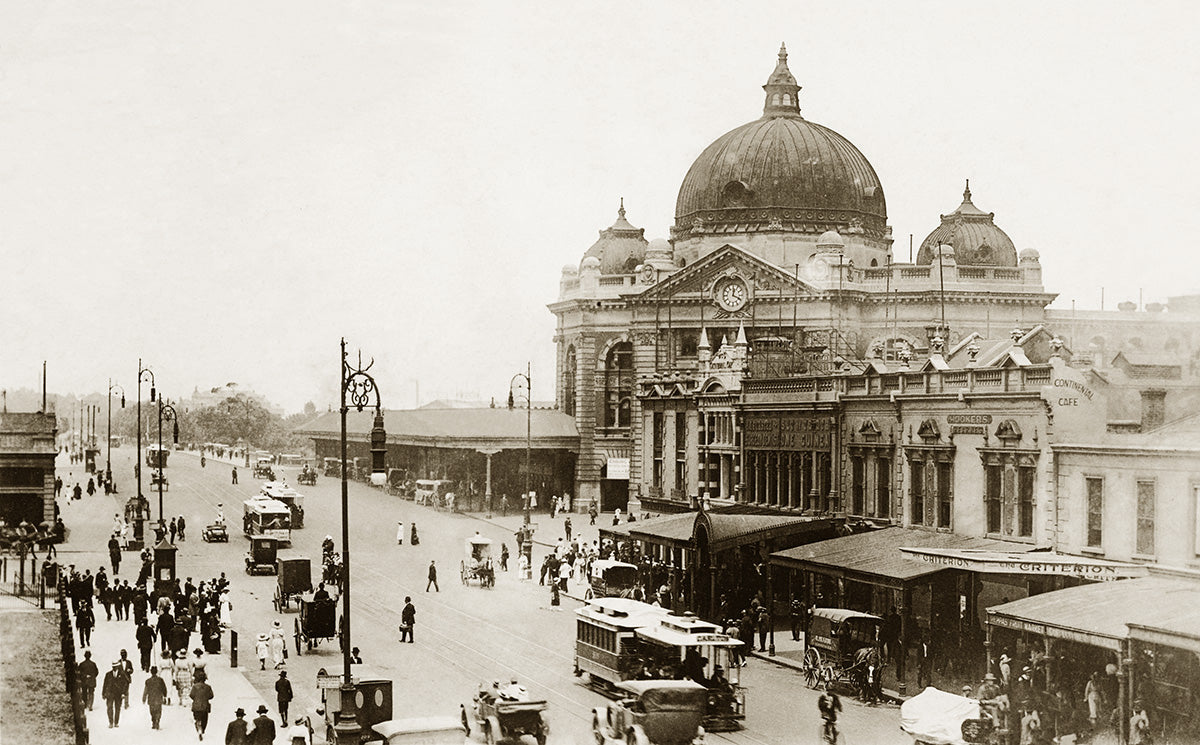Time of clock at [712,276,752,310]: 12:19
